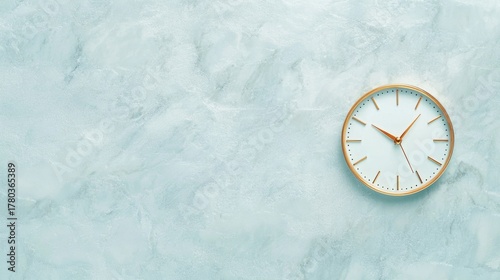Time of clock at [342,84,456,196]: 10:06
